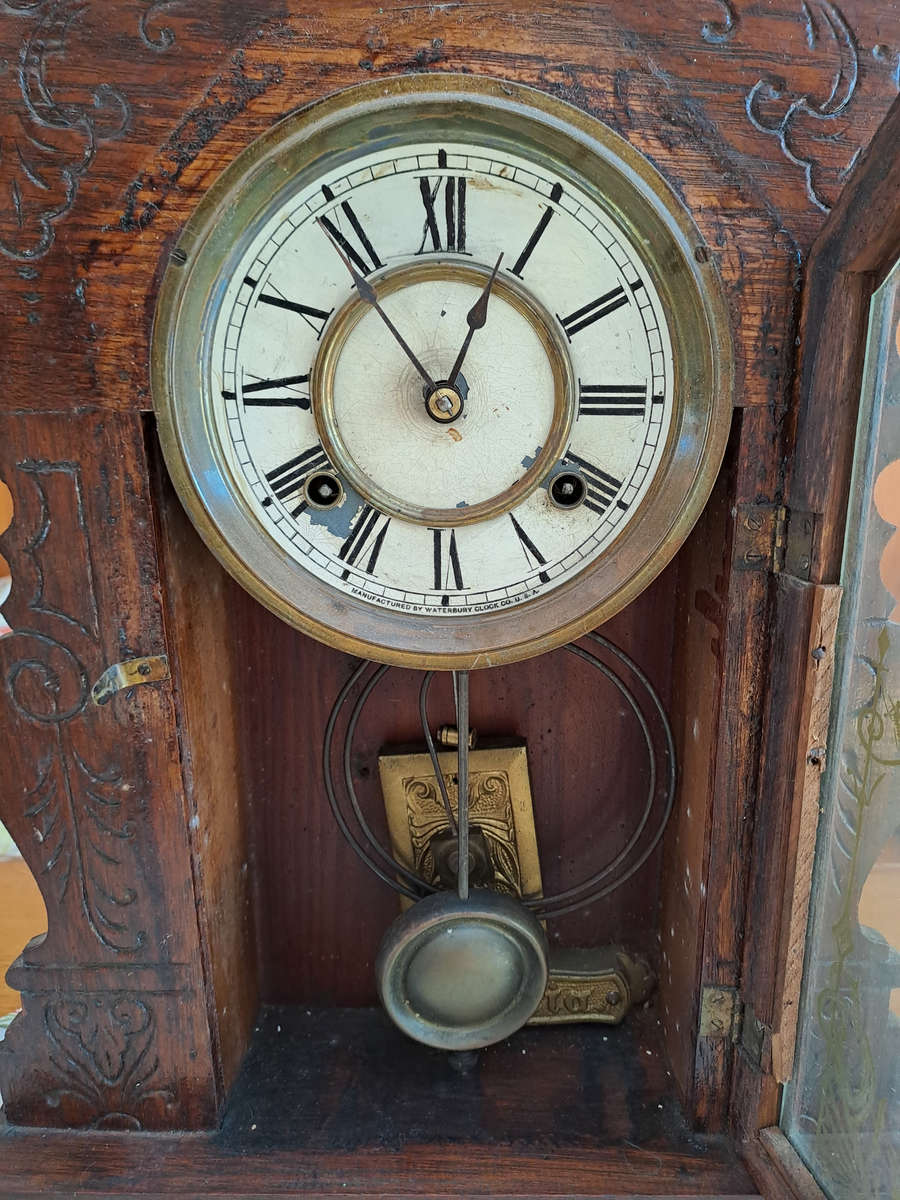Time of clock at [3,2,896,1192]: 12:54
